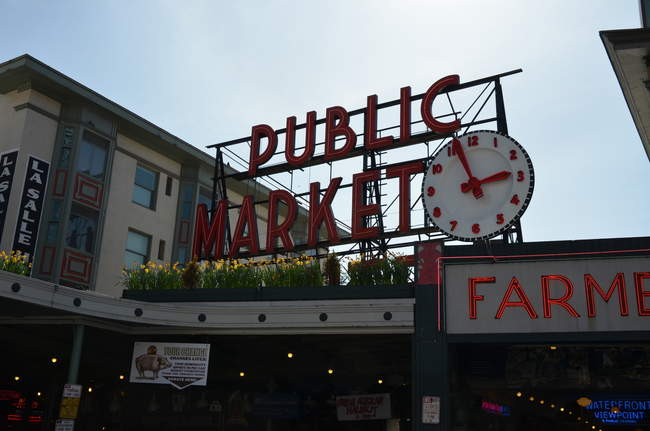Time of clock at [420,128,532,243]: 2:56
